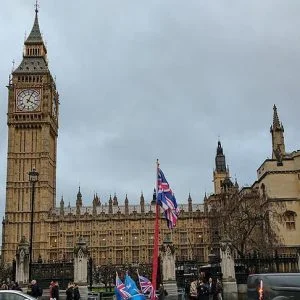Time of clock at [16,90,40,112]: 4:04
